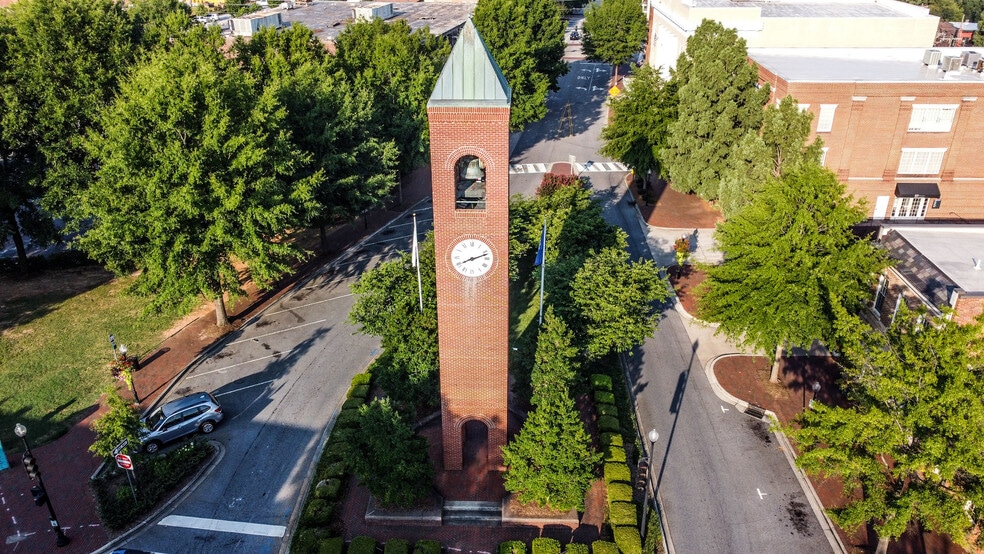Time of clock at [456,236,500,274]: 8:11
